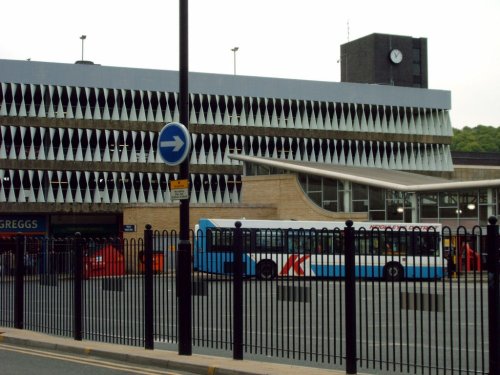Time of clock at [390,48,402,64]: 11:07
